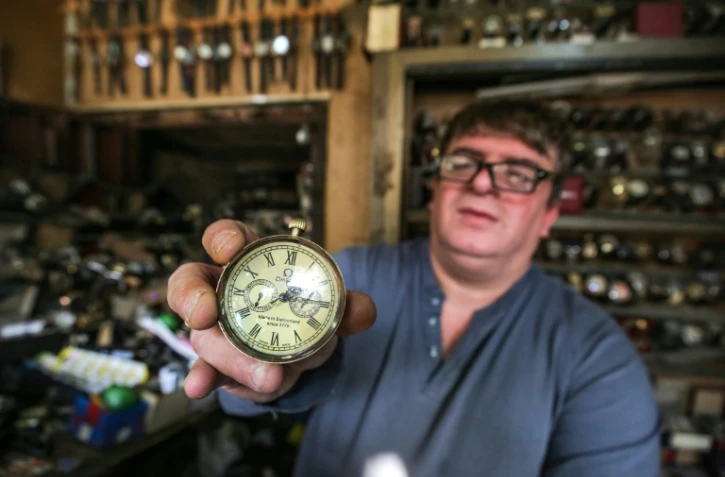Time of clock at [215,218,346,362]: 8:15
